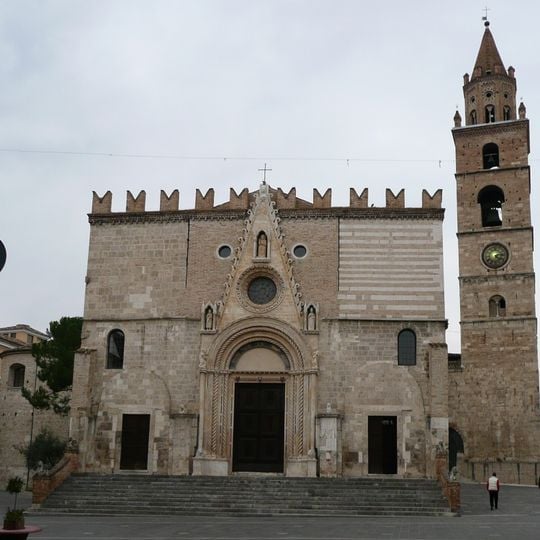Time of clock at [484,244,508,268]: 4:13
